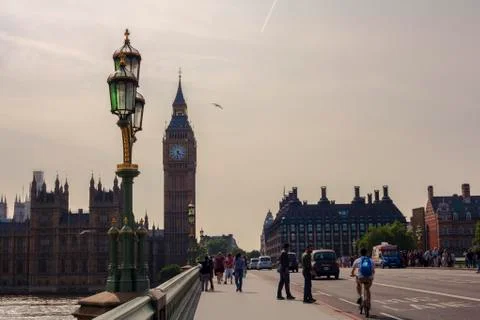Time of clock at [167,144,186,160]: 4:31
